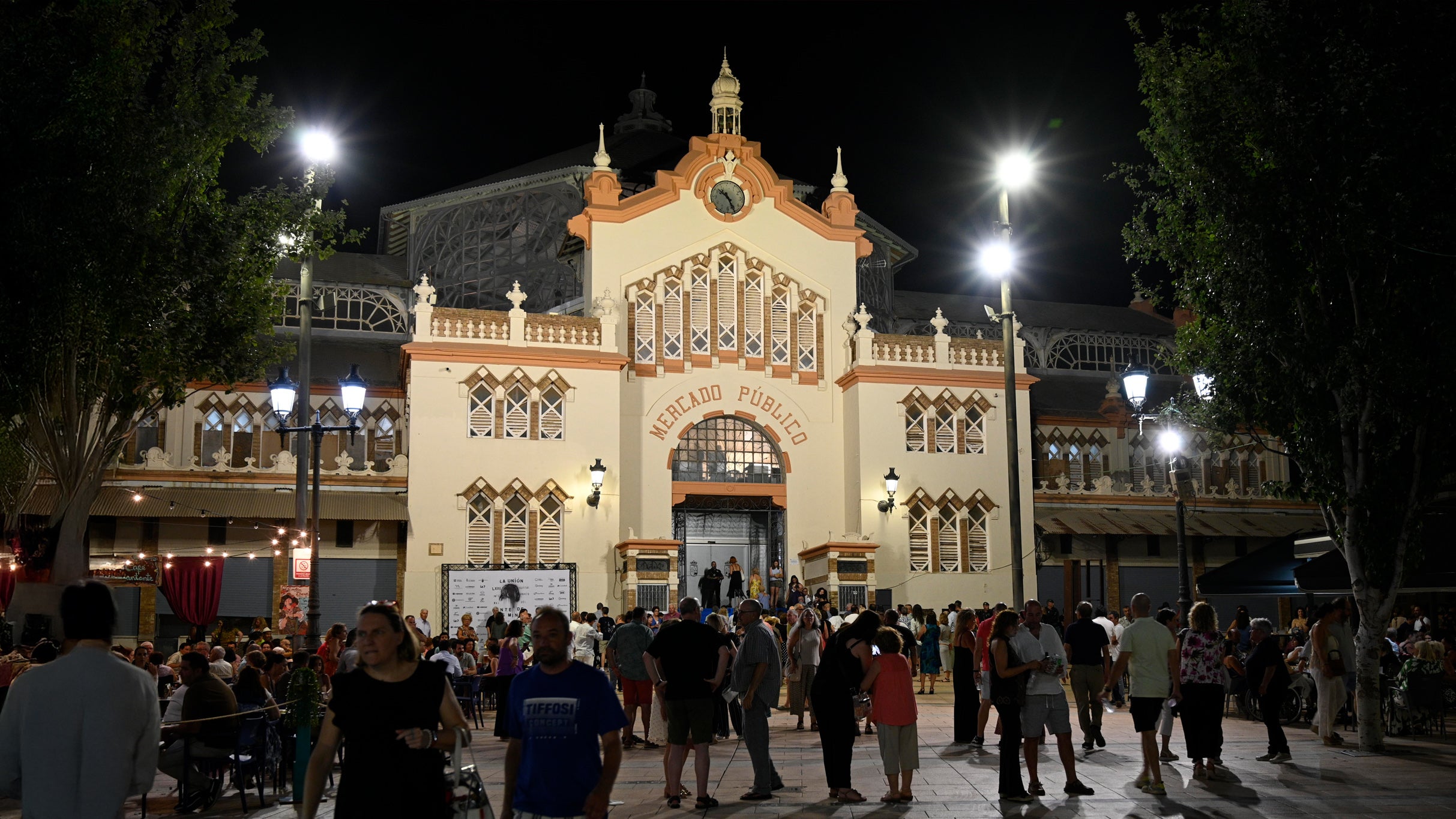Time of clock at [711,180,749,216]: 10:25
